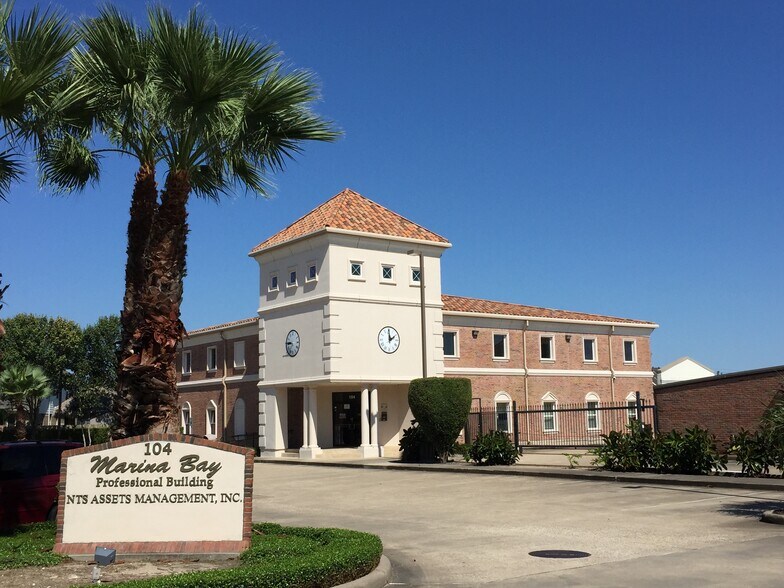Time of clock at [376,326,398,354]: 1:59
